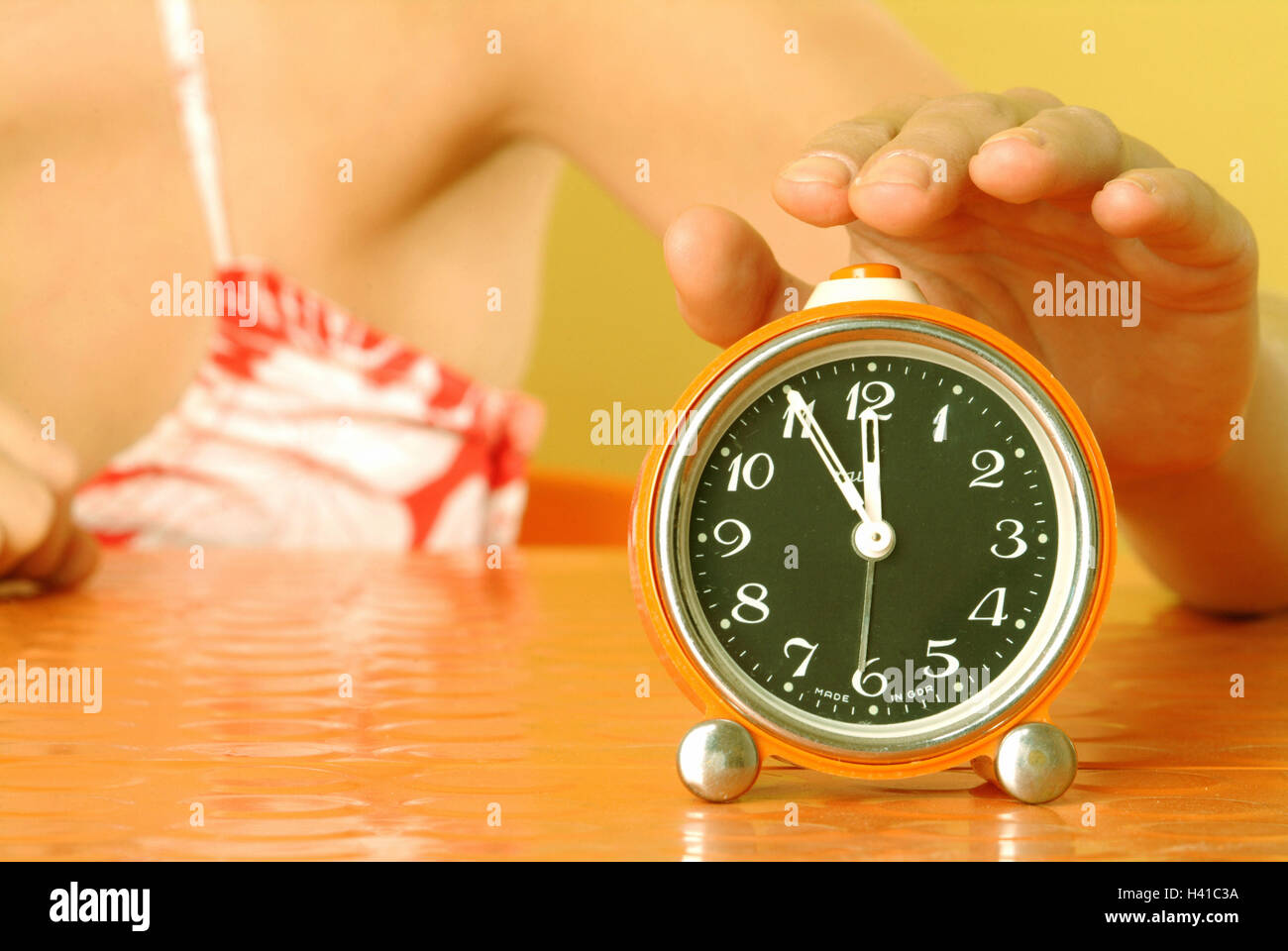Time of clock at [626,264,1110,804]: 11:55
